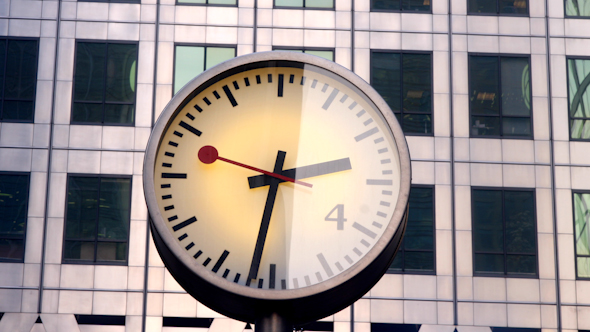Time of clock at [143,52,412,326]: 2:31
